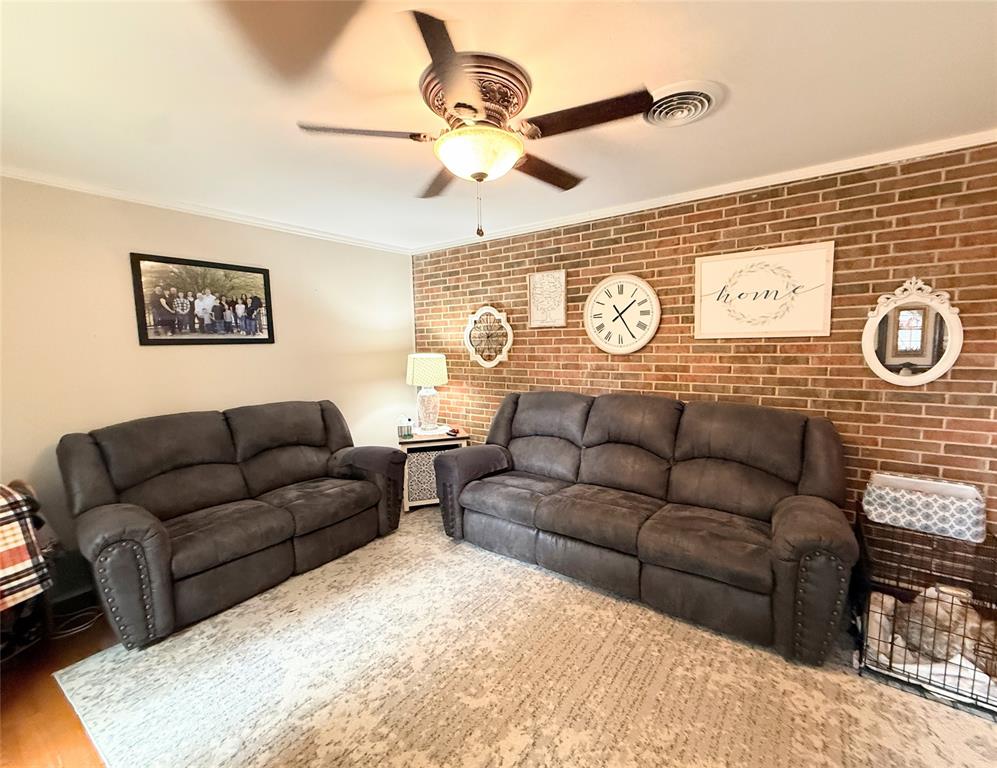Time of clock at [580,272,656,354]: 1:24
